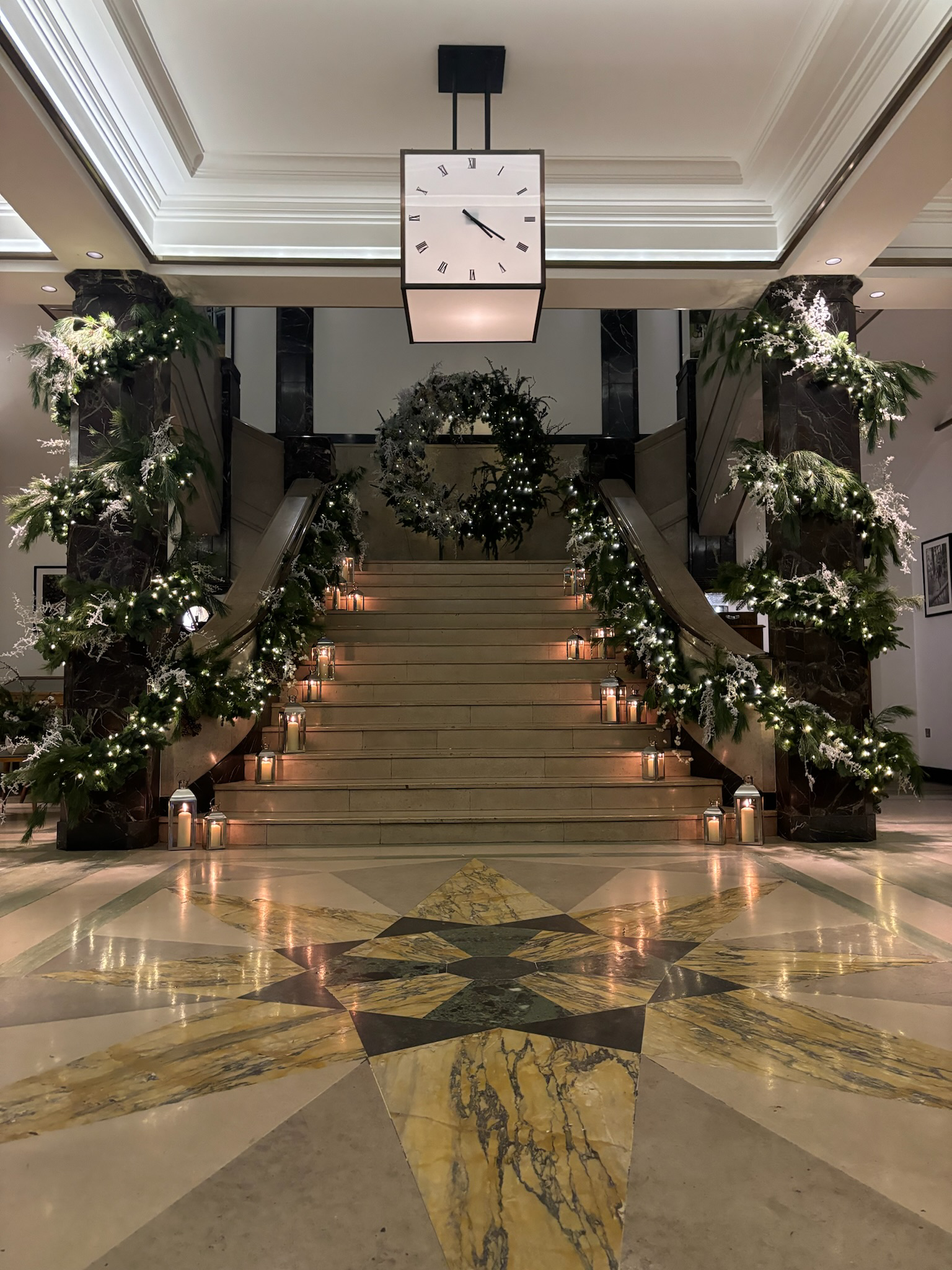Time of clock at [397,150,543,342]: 4:20
